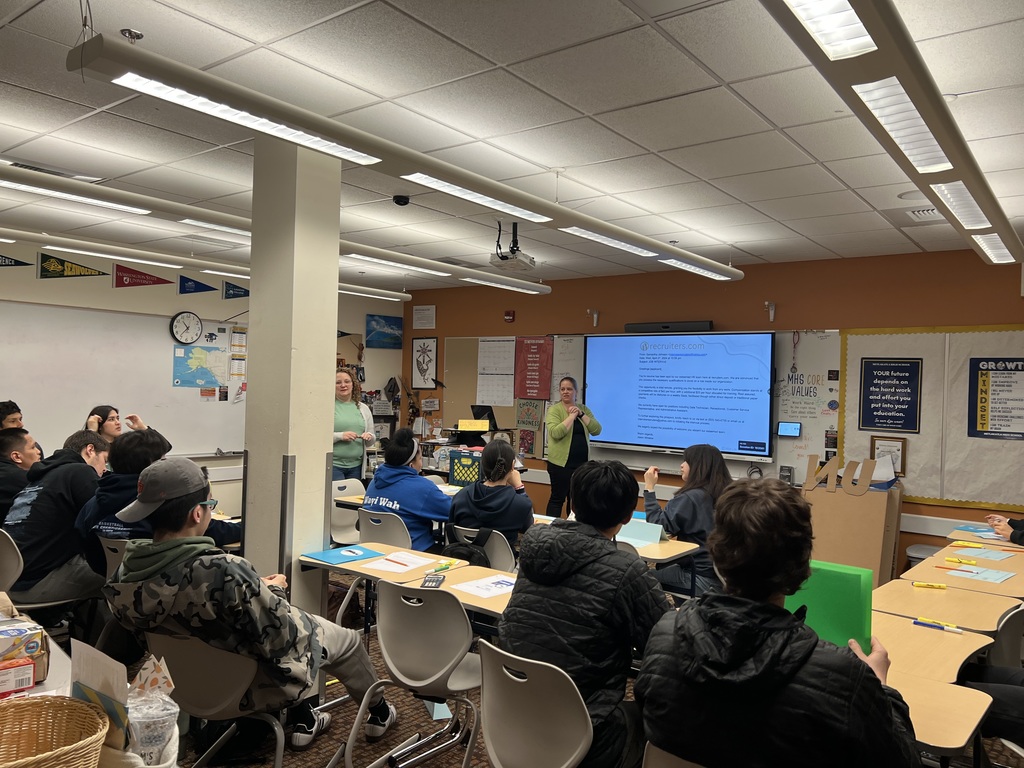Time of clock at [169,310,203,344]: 10:36
